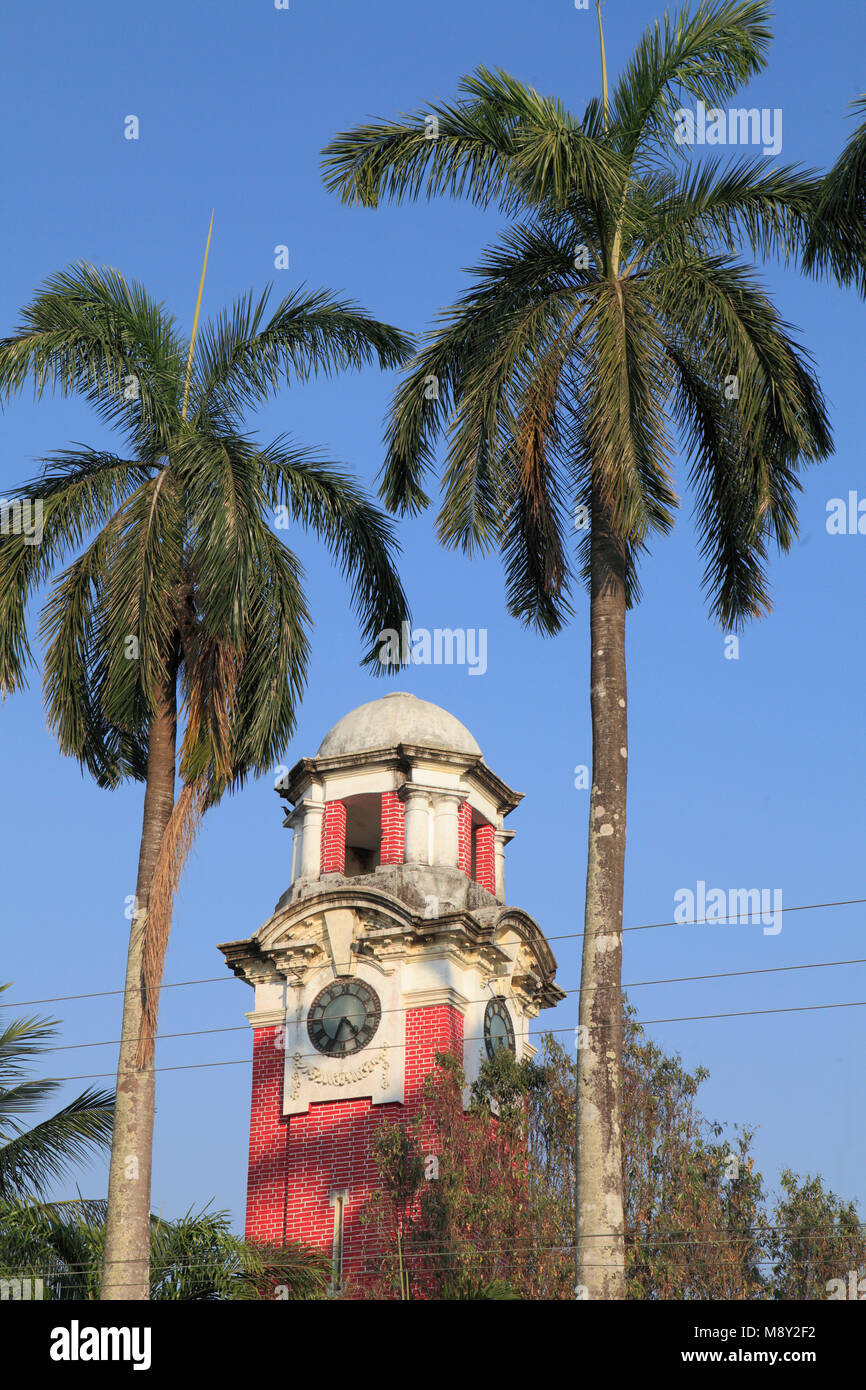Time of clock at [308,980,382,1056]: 4:34
